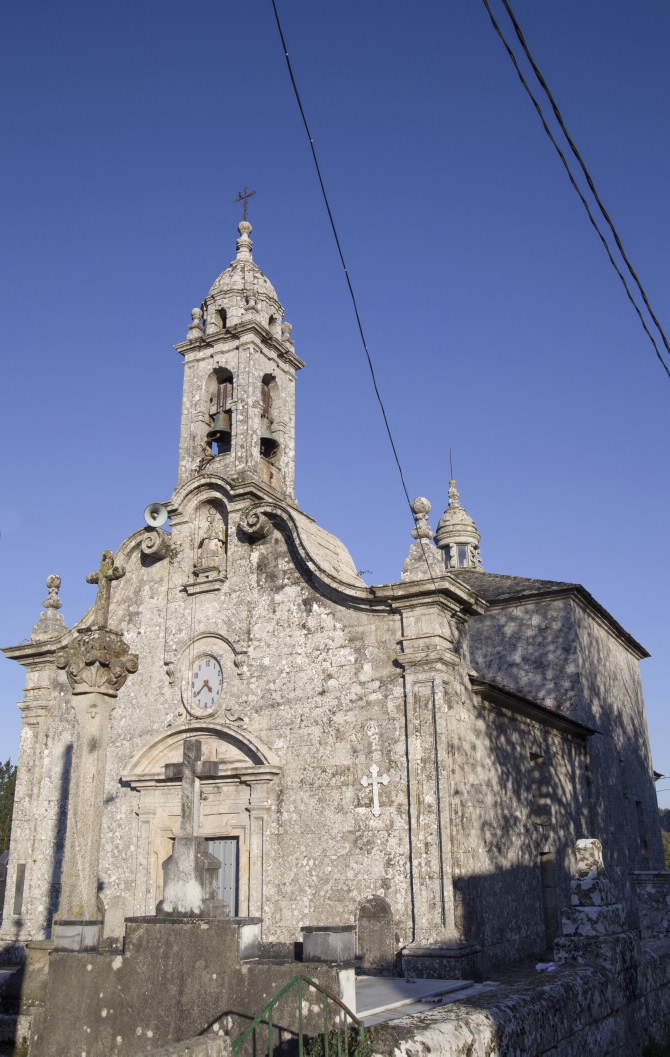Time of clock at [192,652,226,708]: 4:38
